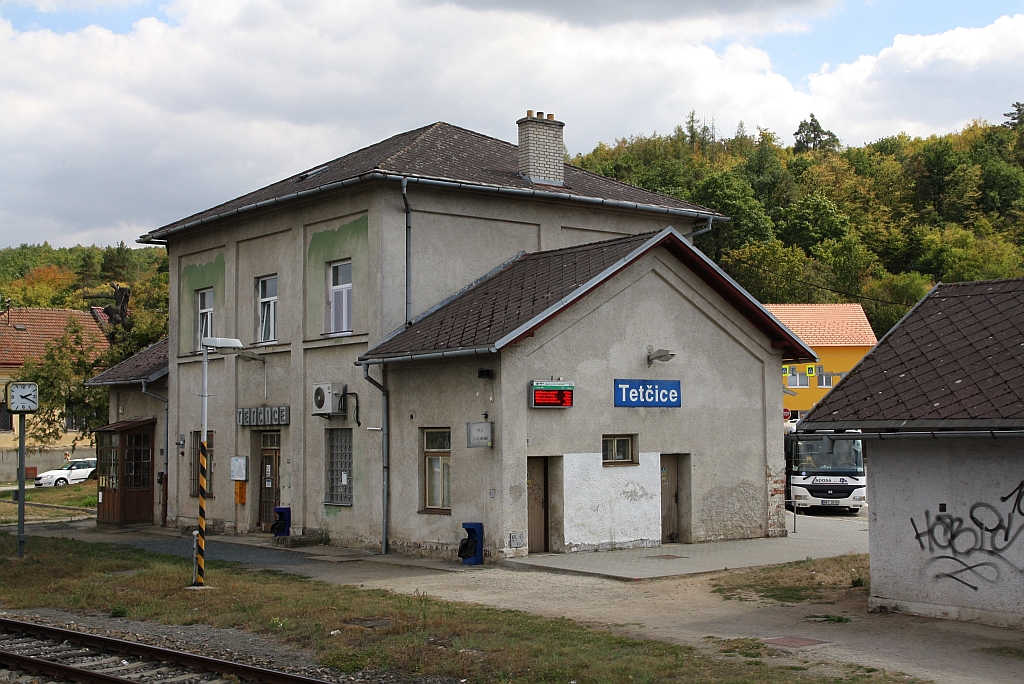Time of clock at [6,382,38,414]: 2:19
